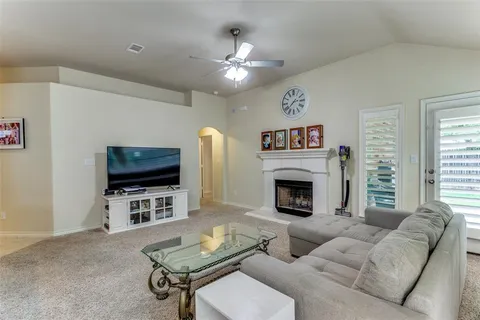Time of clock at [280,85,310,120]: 2:38
